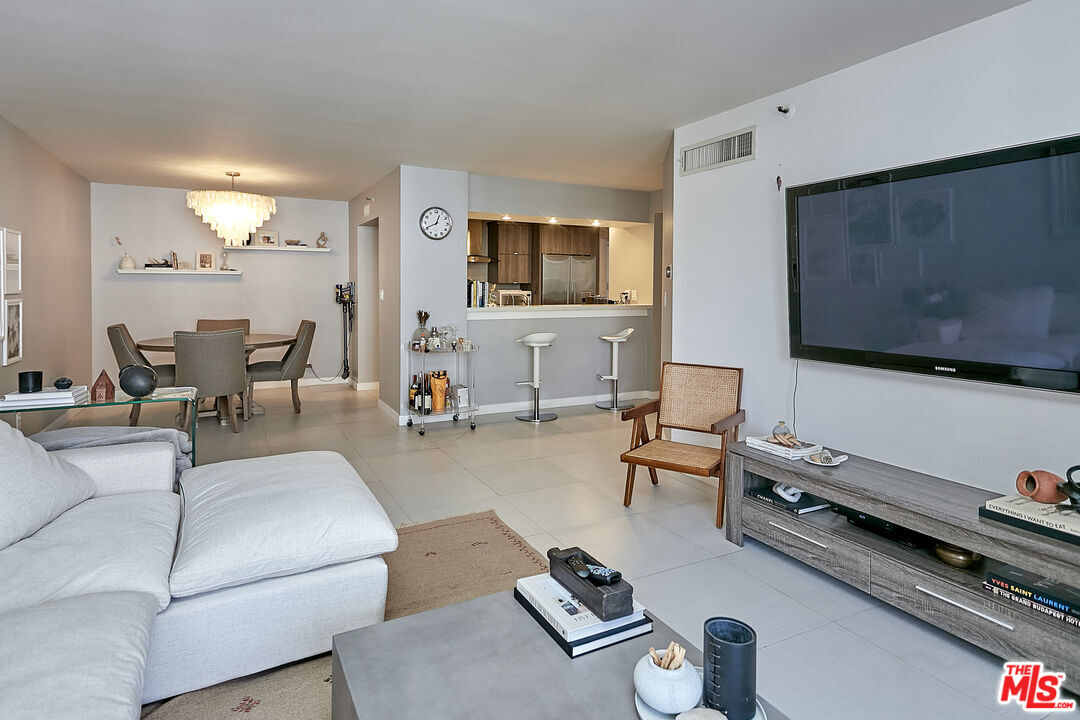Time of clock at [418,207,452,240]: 12:40
